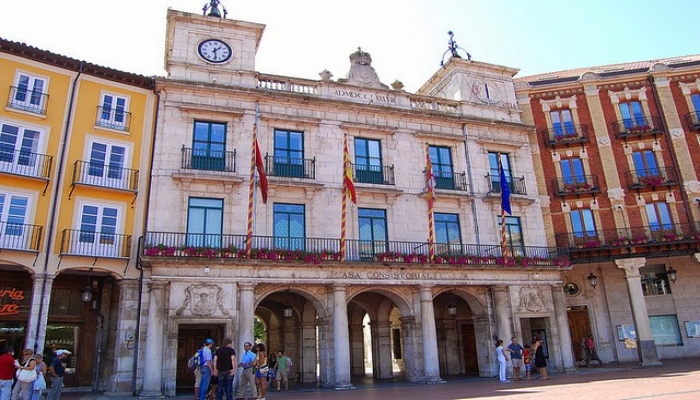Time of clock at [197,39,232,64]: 1:28
